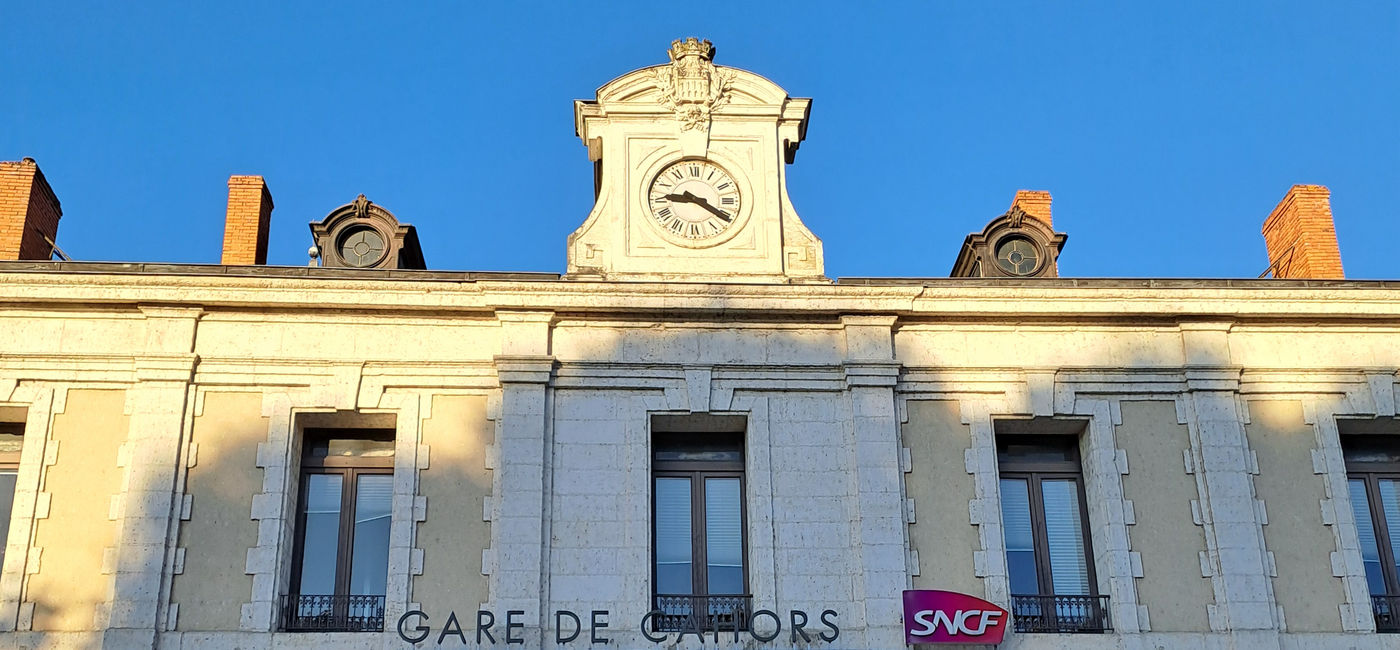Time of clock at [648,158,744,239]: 9:20
